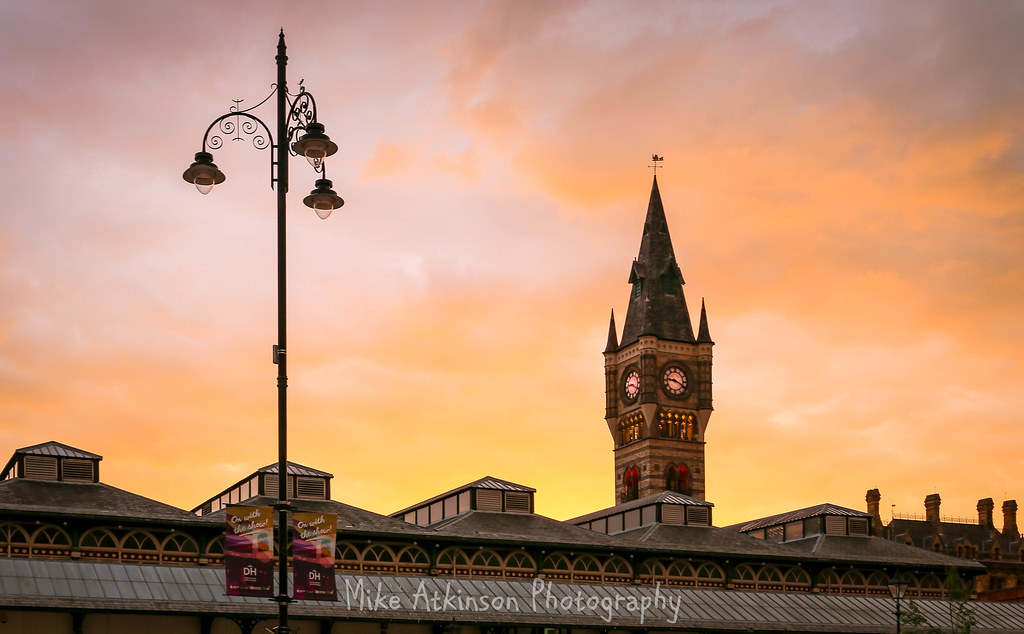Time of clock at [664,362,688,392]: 9:19
